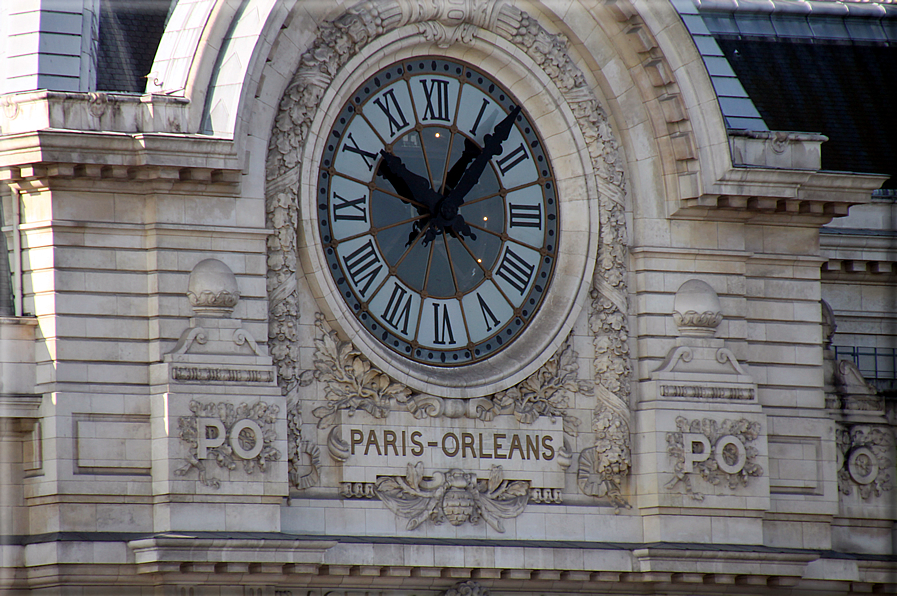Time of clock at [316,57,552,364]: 10:07
